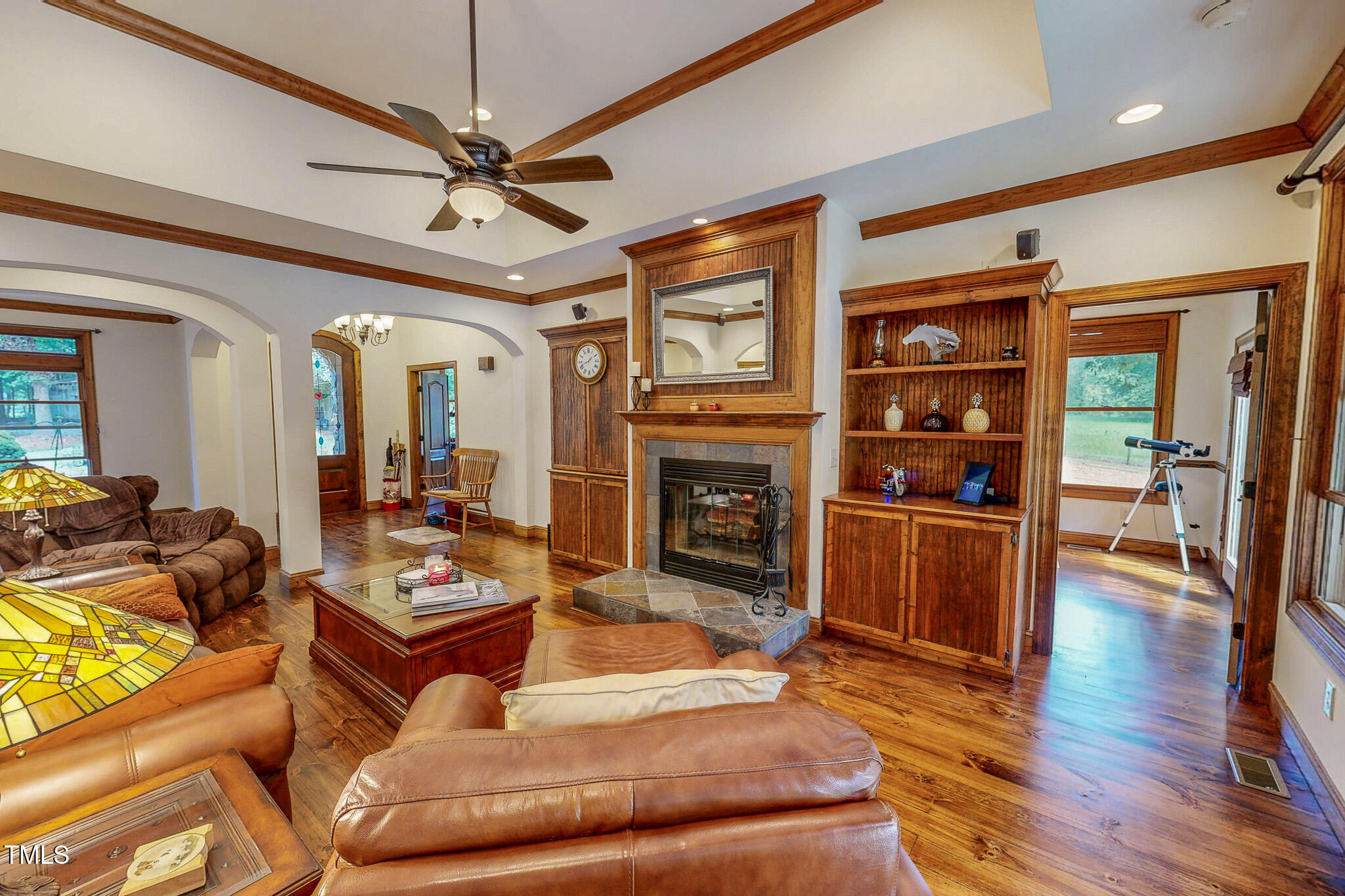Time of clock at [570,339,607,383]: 1:41
